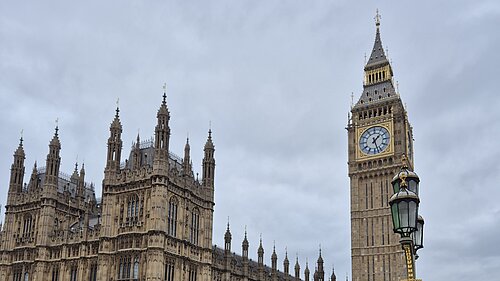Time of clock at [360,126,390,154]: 1:27
